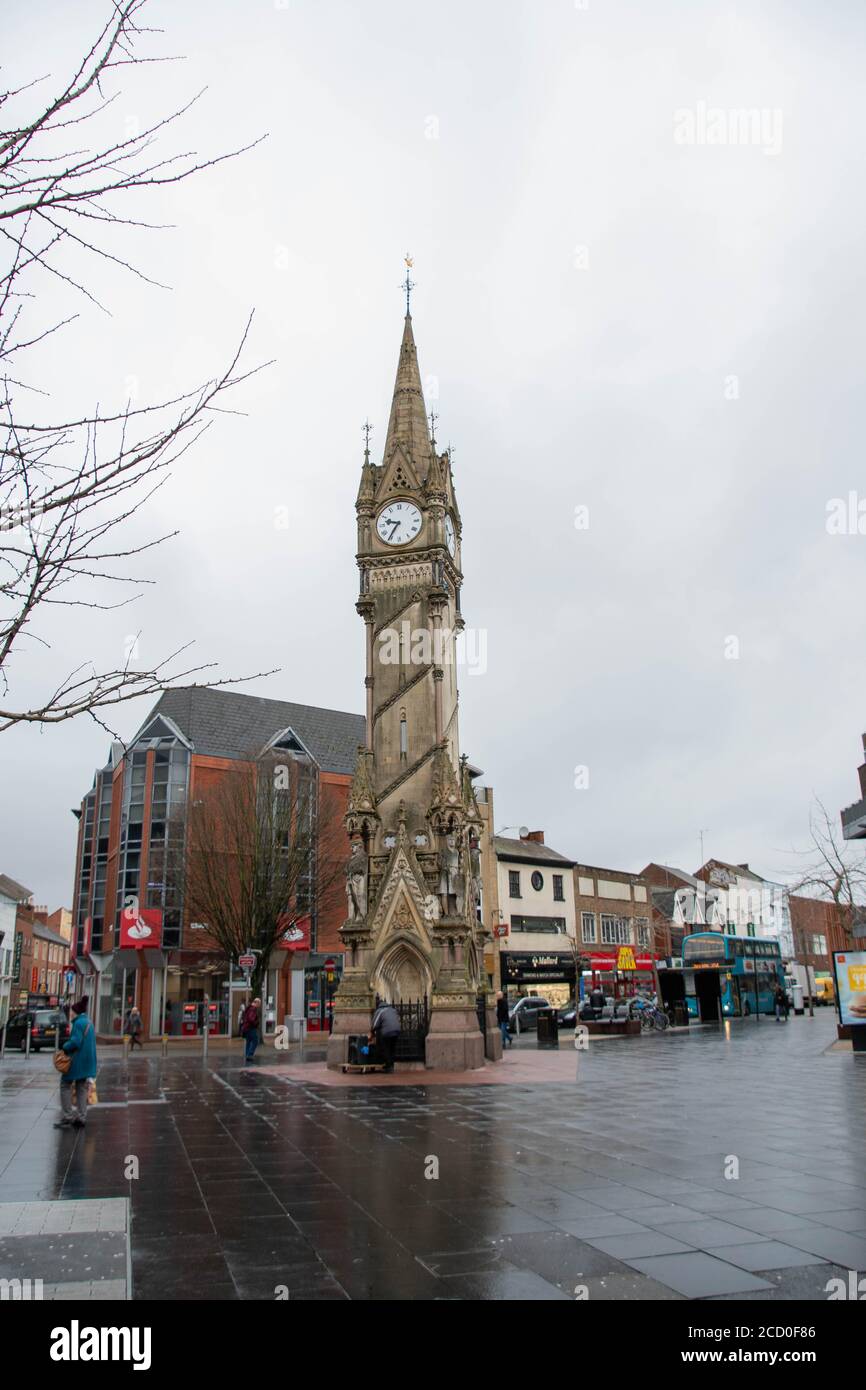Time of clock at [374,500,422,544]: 9:35
